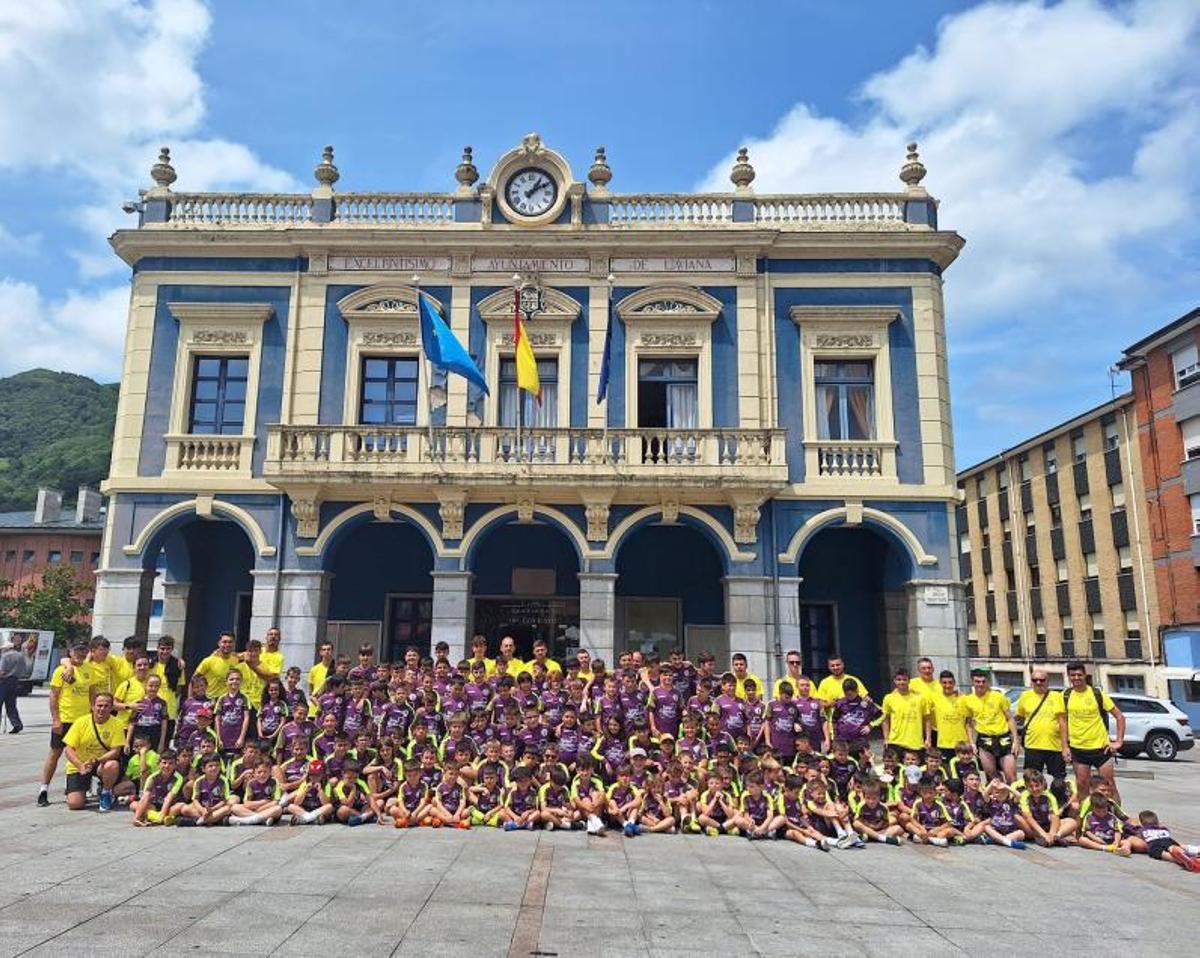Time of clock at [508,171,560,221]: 1:09
